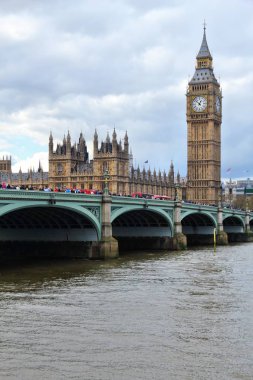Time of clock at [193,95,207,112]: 12:52
